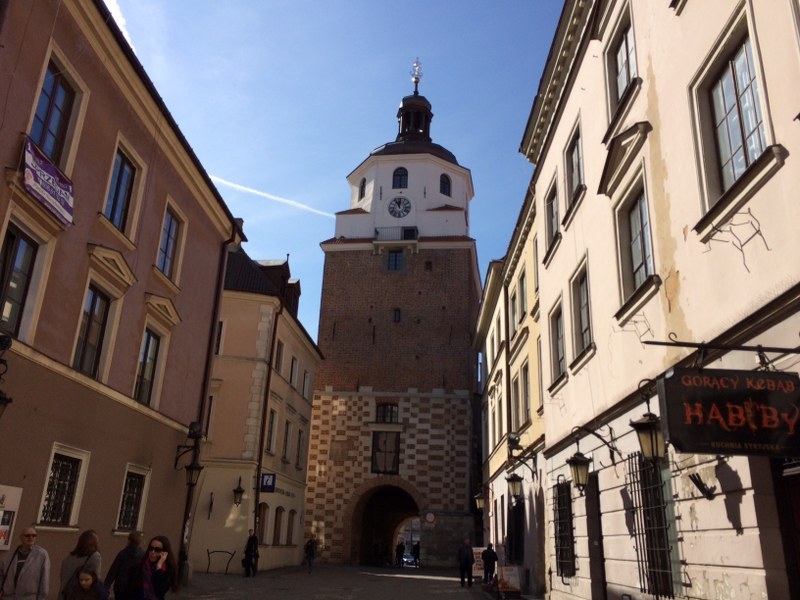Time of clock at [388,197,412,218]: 11:55
